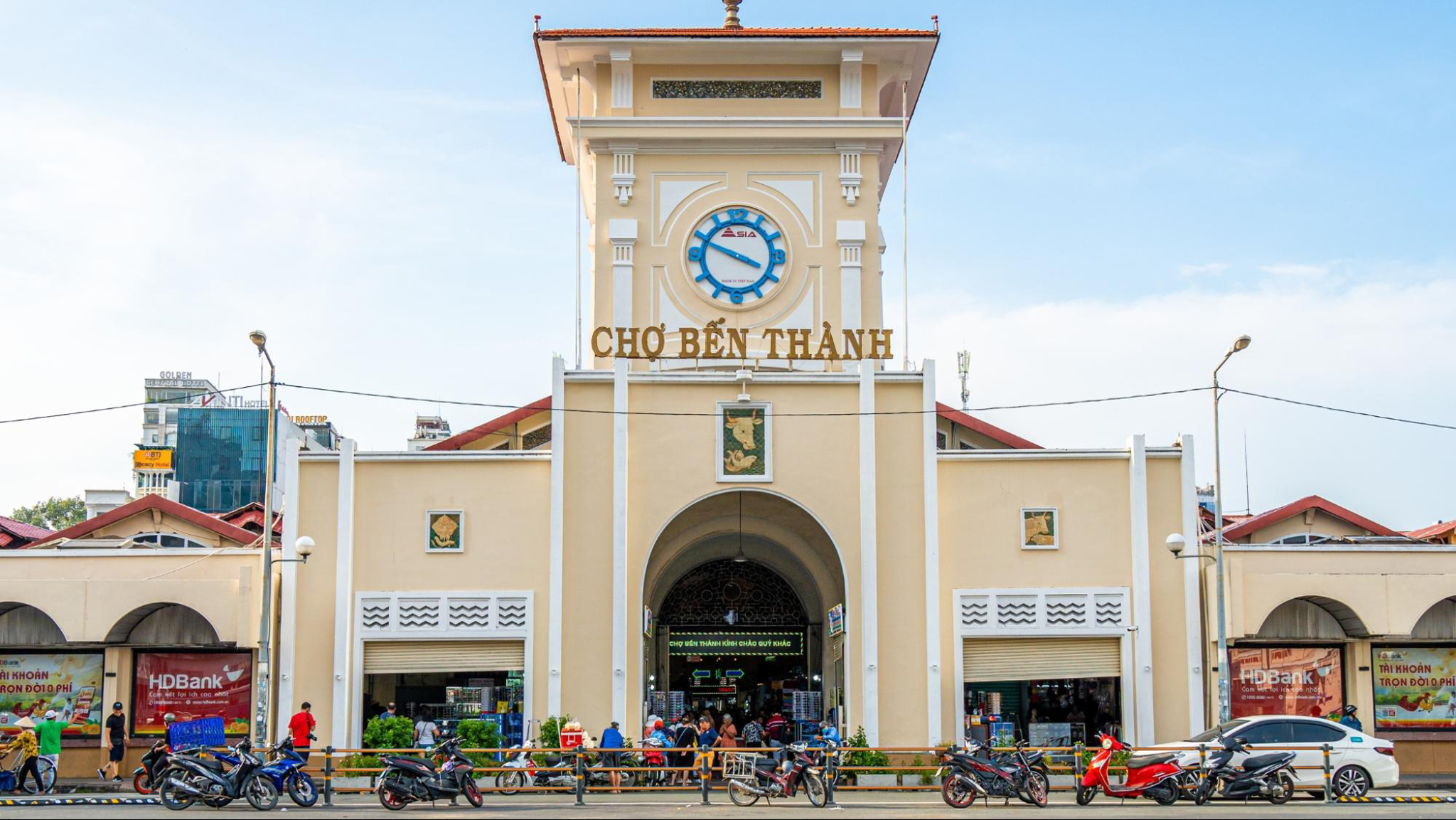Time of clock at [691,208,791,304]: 3:49
